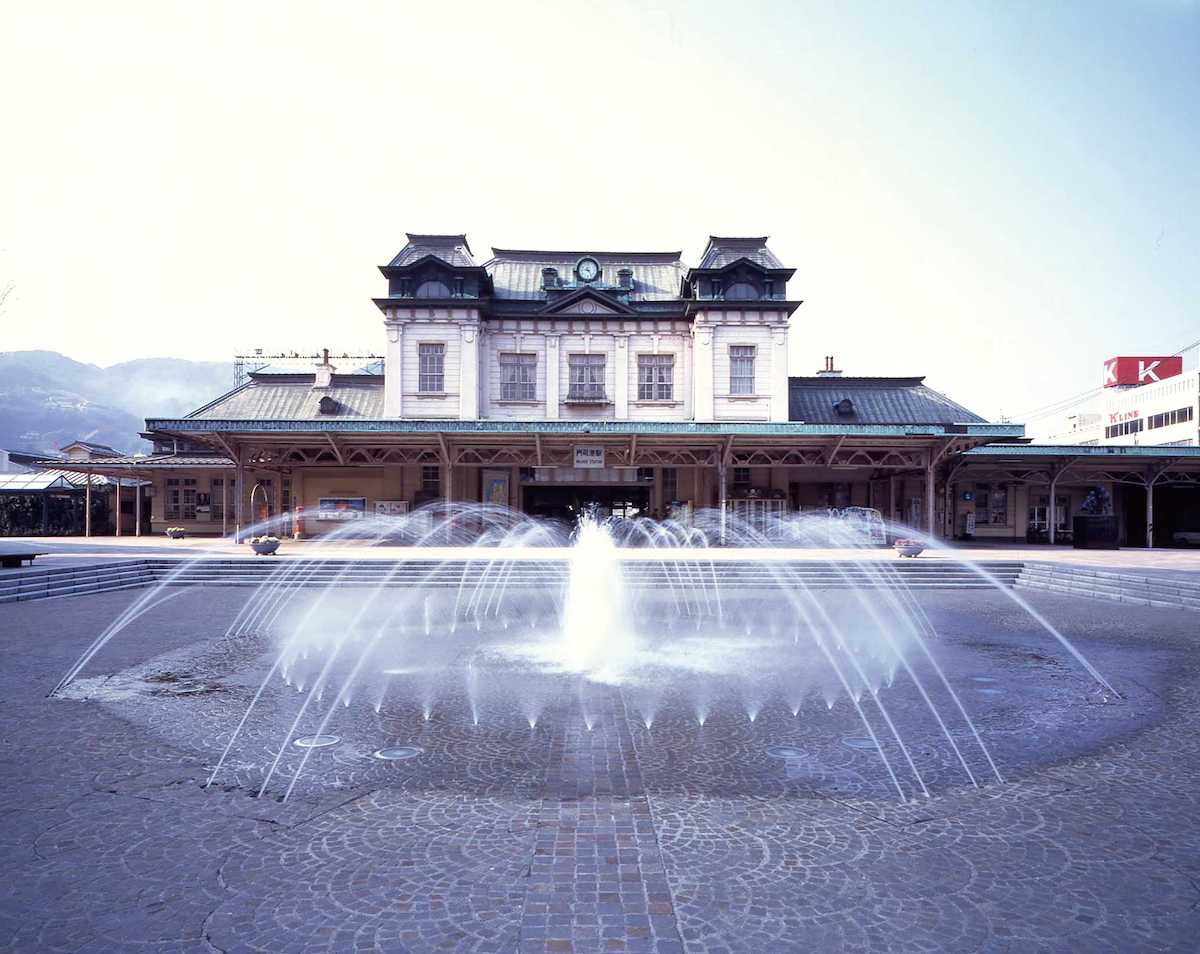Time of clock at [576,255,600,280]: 9:23
